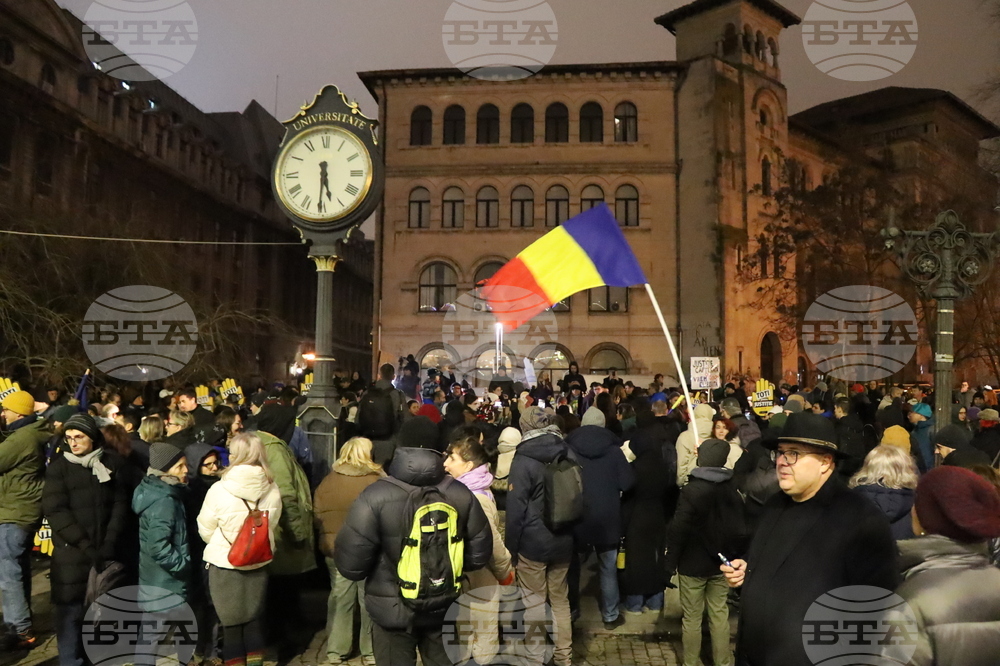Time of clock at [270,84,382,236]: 5:30
